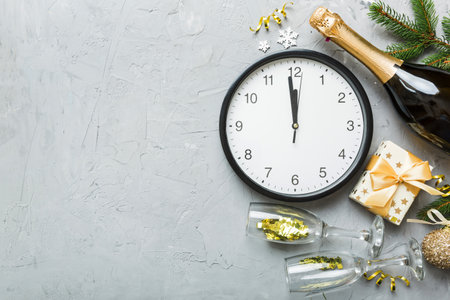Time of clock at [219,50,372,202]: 11:58
